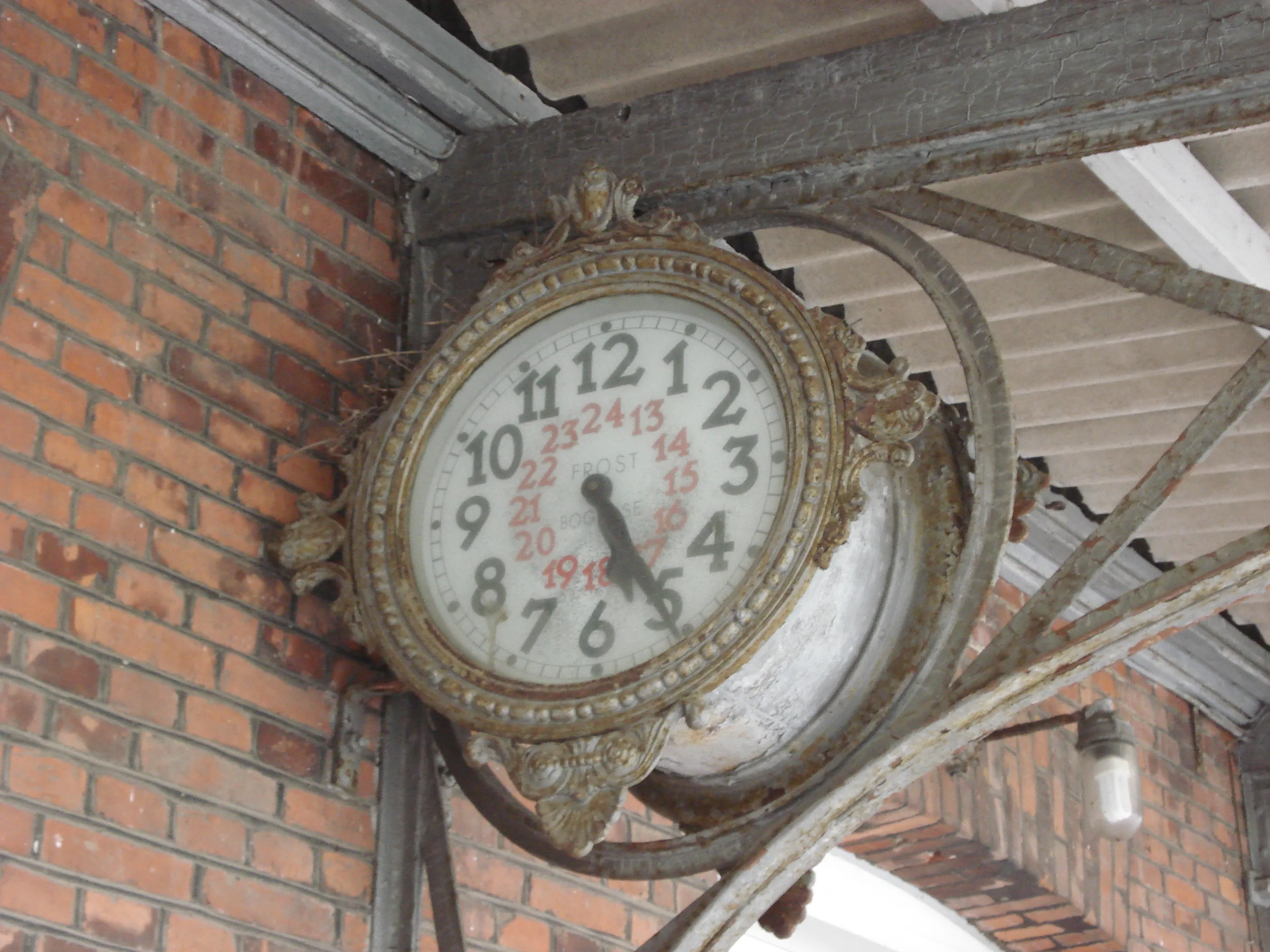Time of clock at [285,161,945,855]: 5:24
